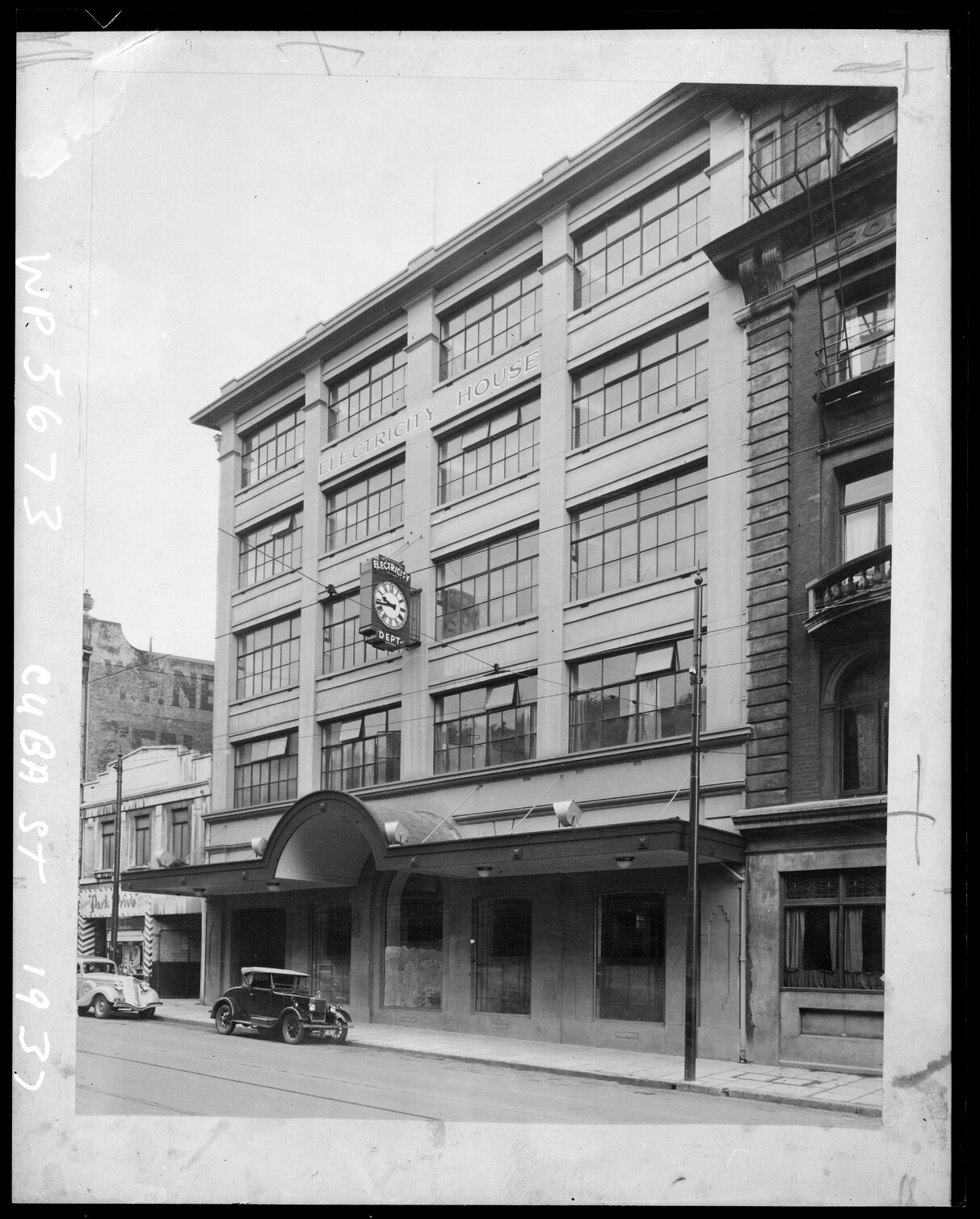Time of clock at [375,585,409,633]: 9:43
